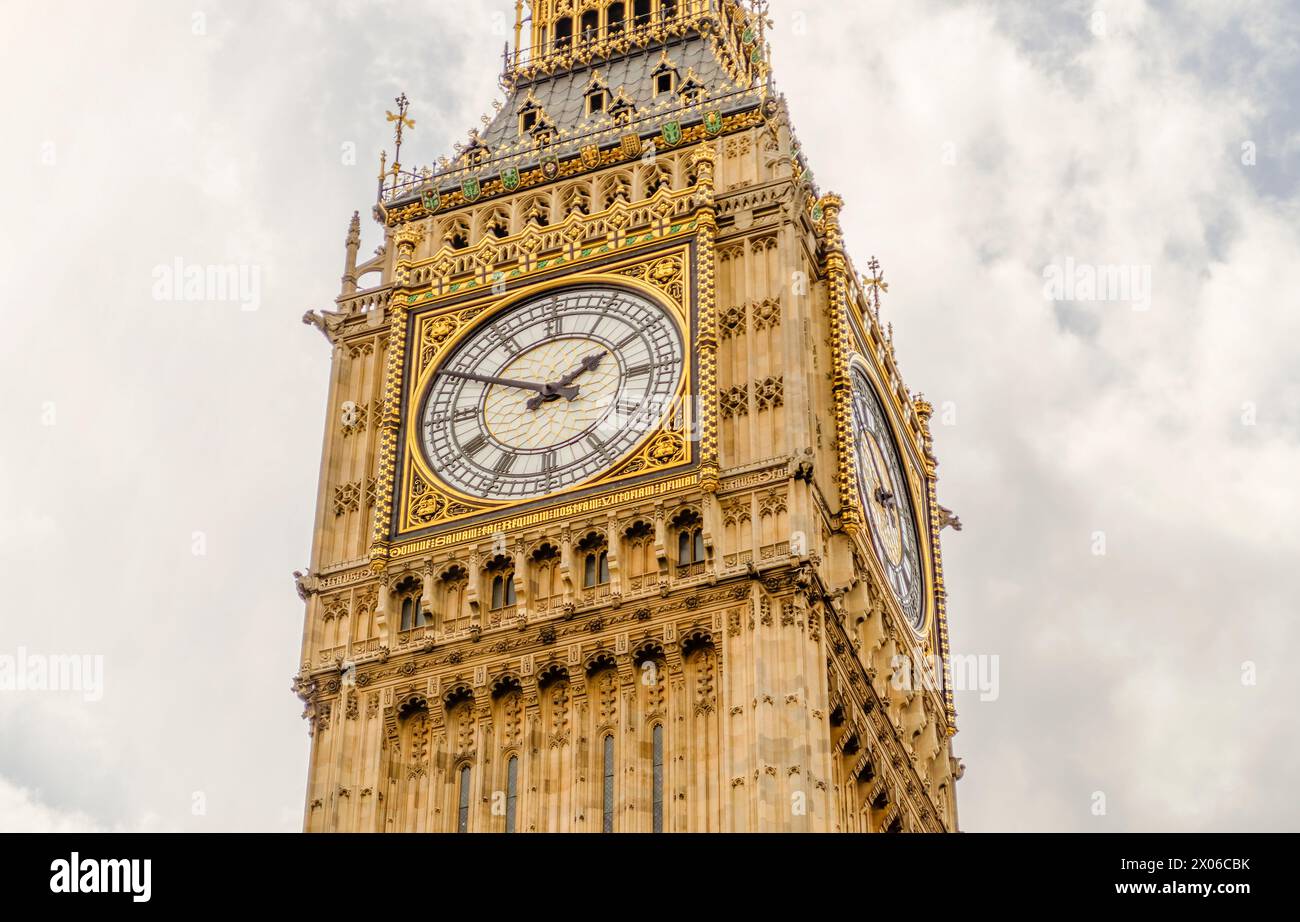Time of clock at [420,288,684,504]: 1:50
